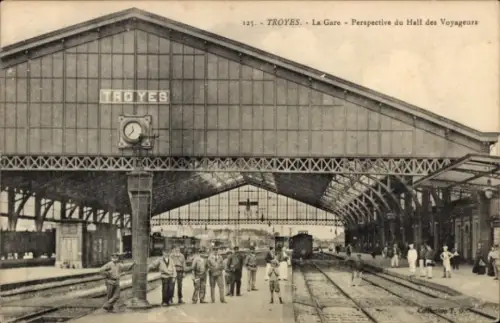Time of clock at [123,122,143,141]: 11:37
